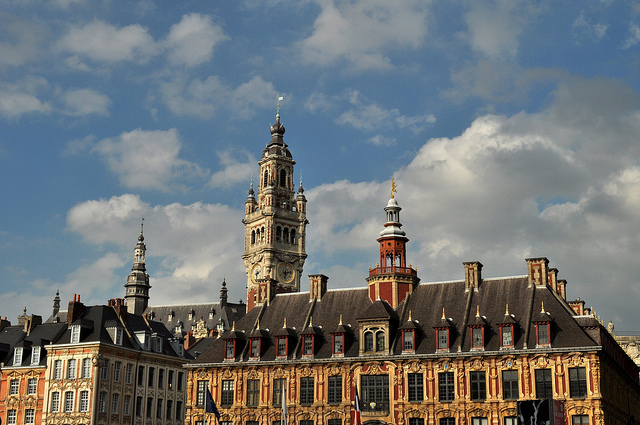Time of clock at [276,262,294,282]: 6:13
